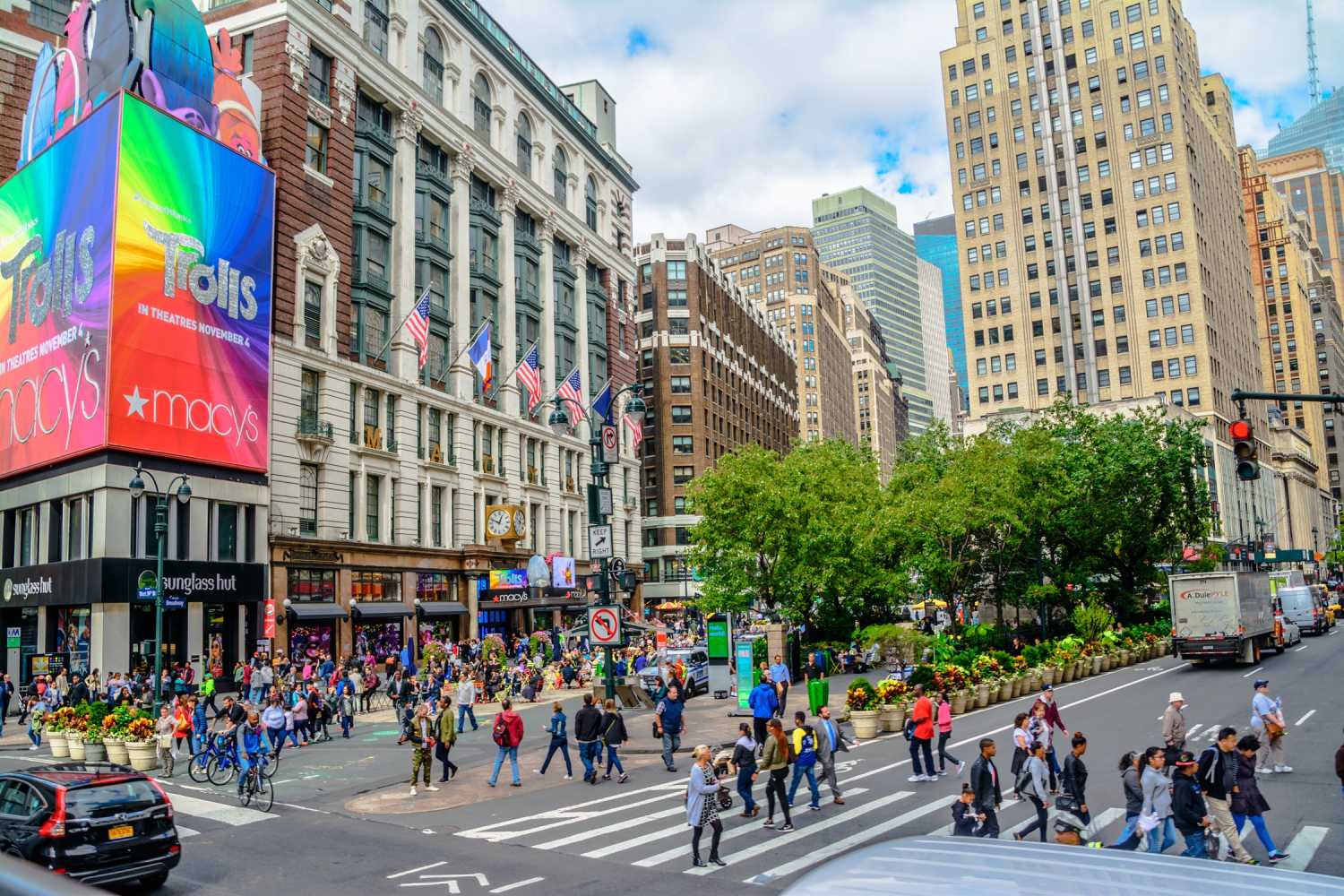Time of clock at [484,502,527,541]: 12:48
